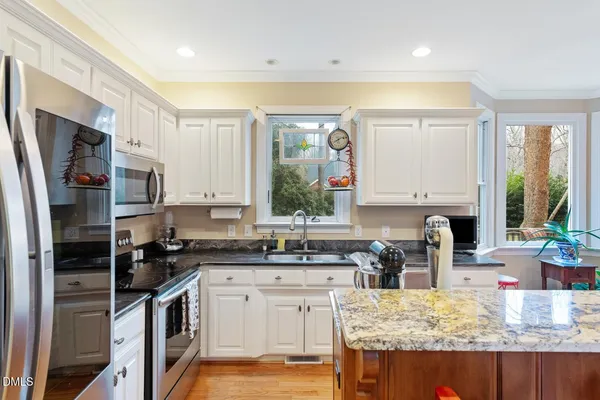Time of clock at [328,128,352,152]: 8:12
